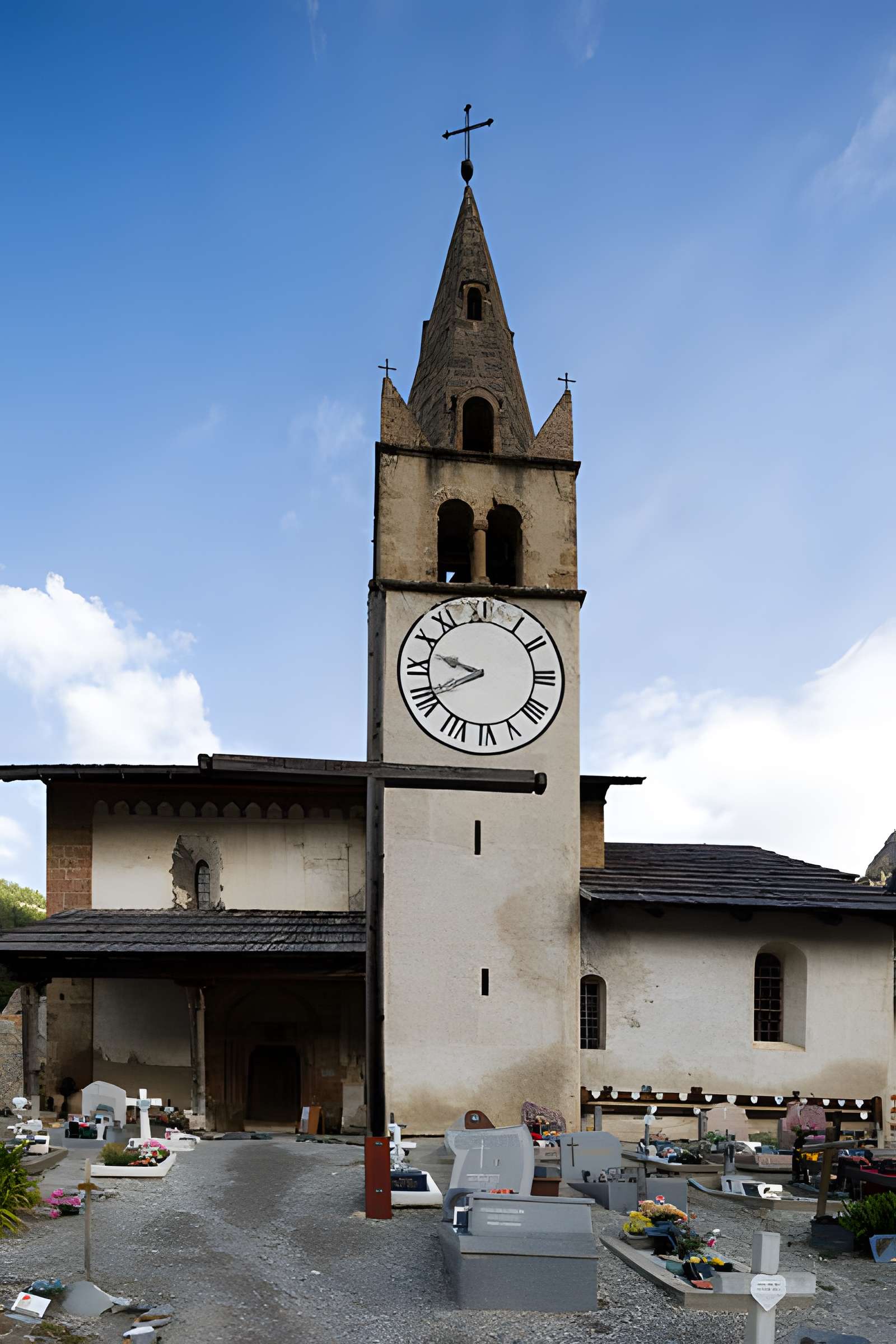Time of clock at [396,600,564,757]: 9:40
